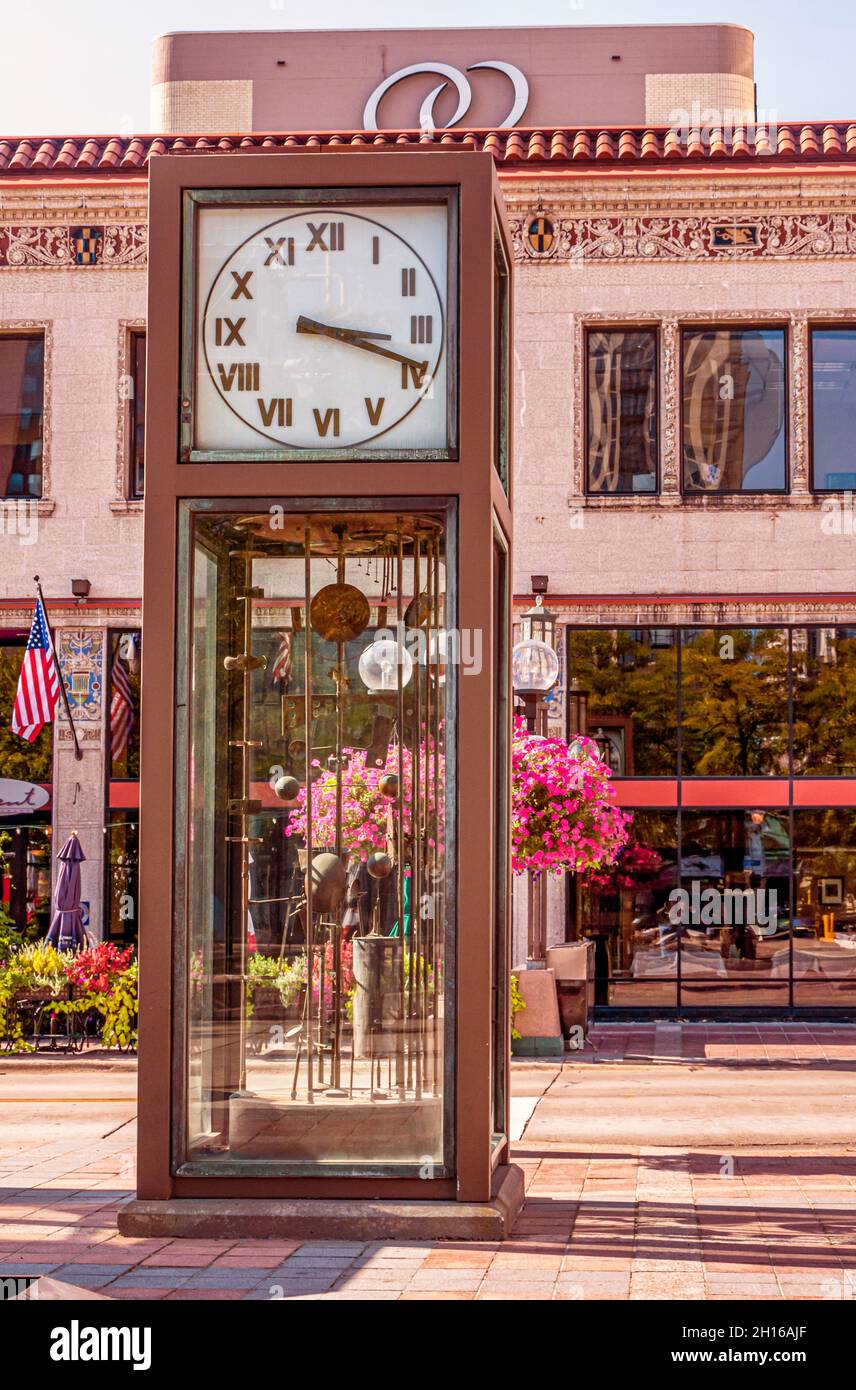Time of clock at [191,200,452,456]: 3:18
